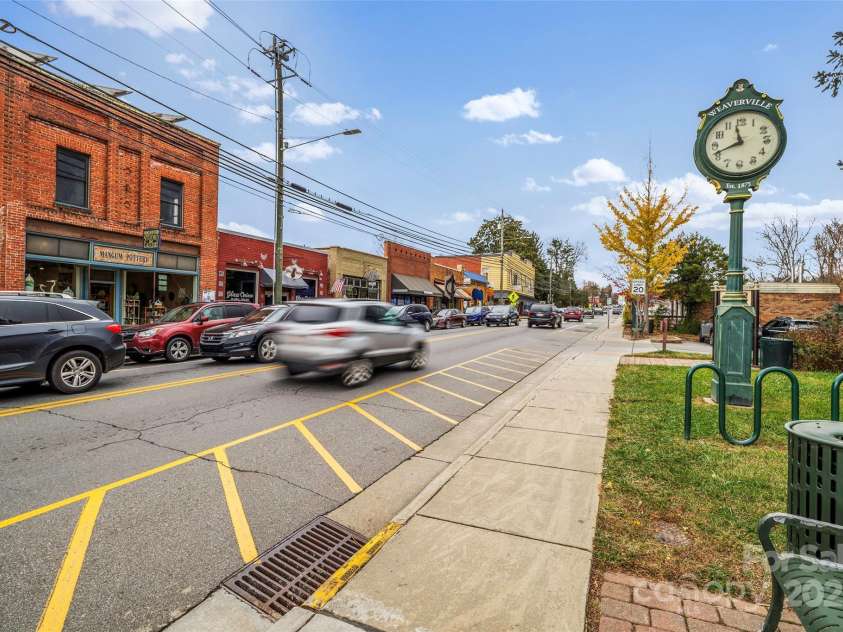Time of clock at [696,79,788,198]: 11:41
